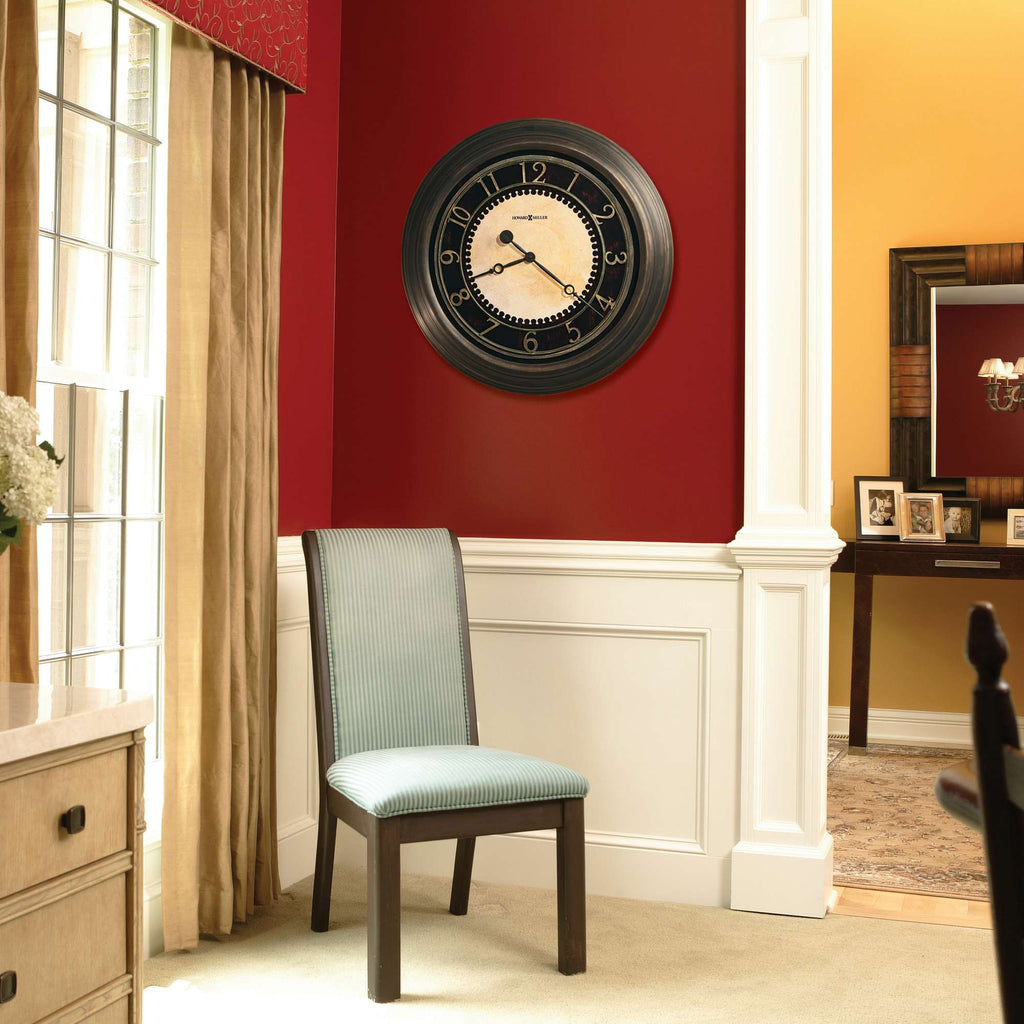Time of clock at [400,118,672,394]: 8:21
